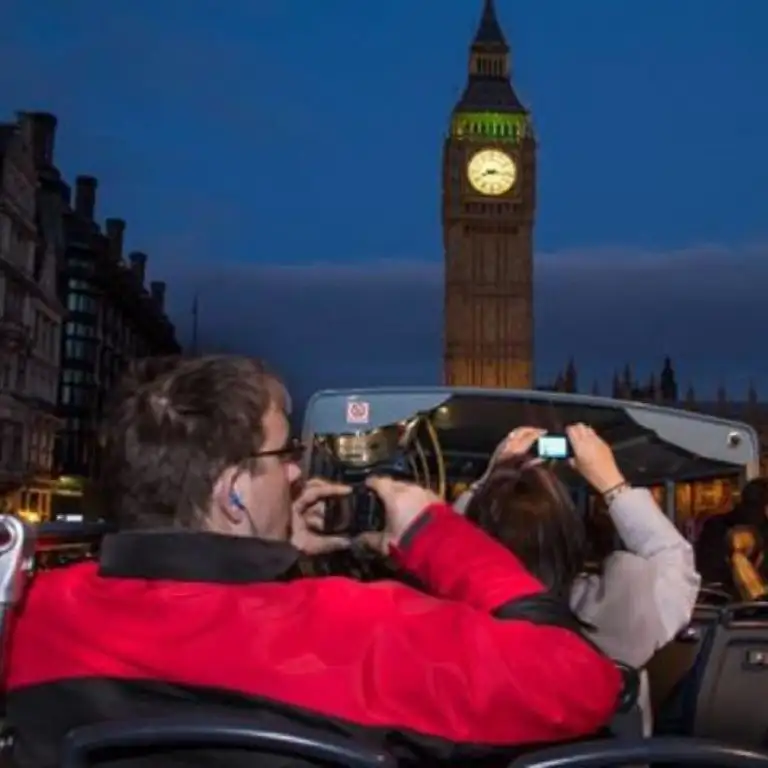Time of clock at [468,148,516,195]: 8:16
